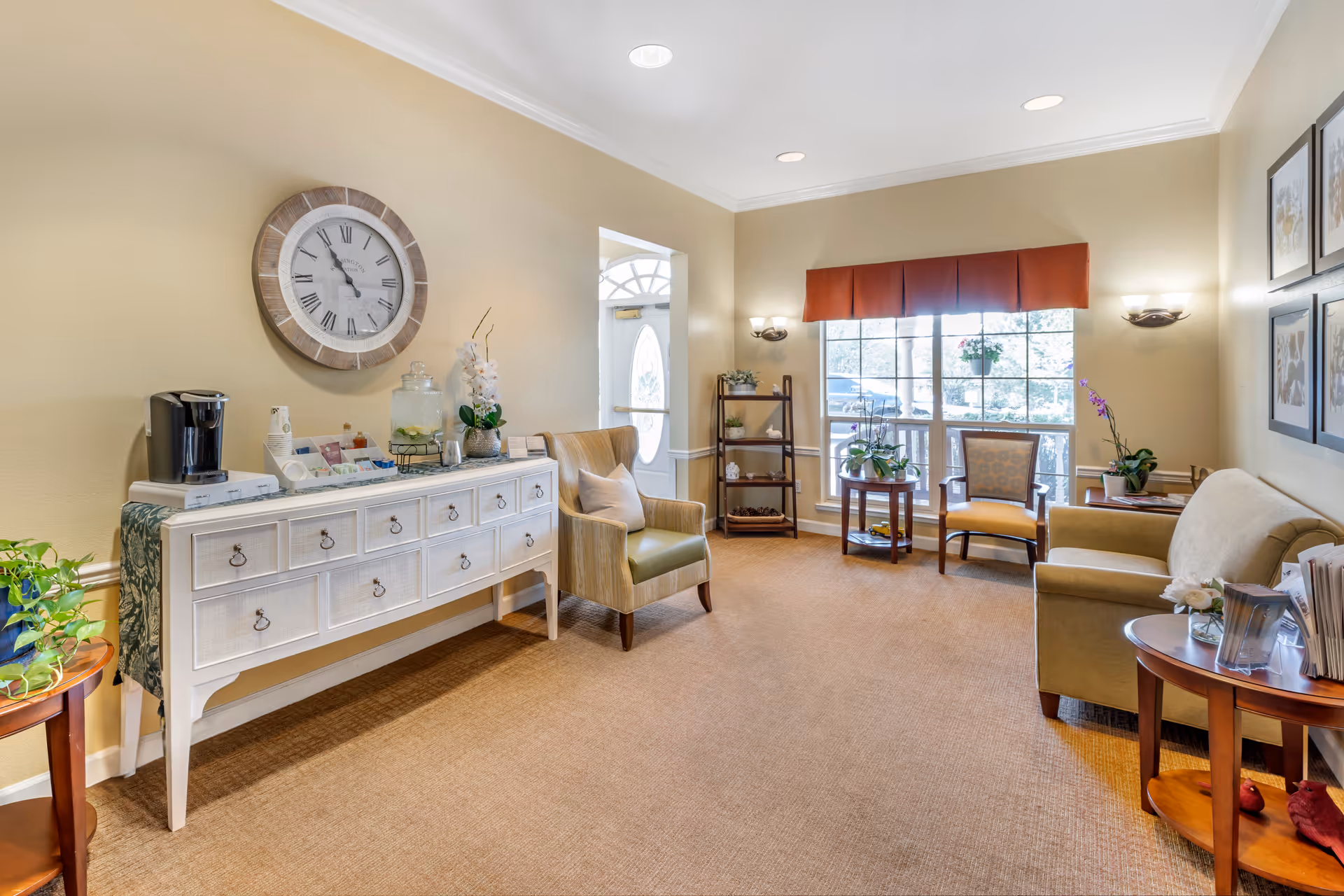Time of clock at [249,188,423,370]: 10:54
